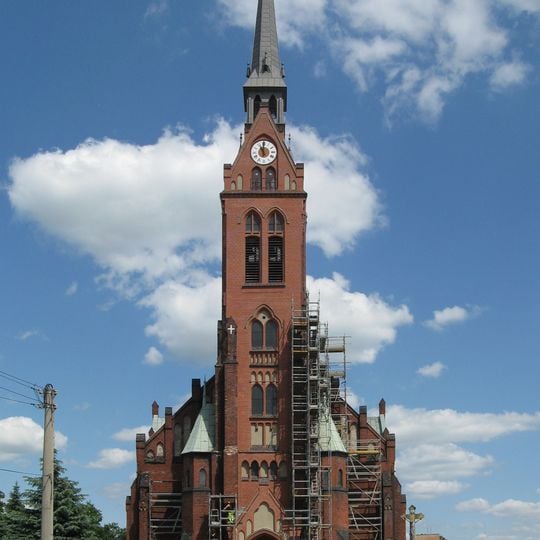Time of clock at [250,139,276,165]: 11:00
